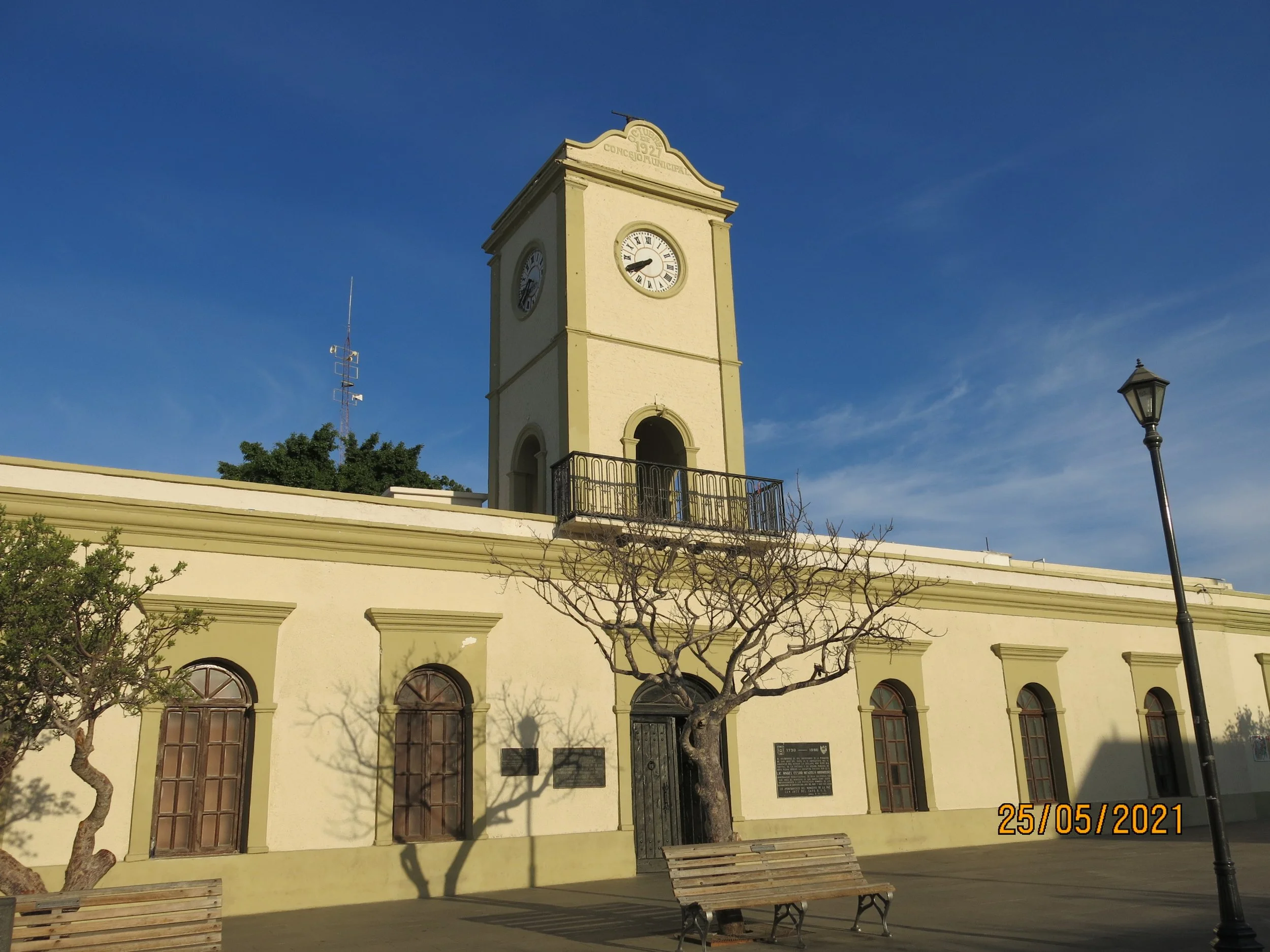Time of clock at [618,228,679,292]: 7:40
